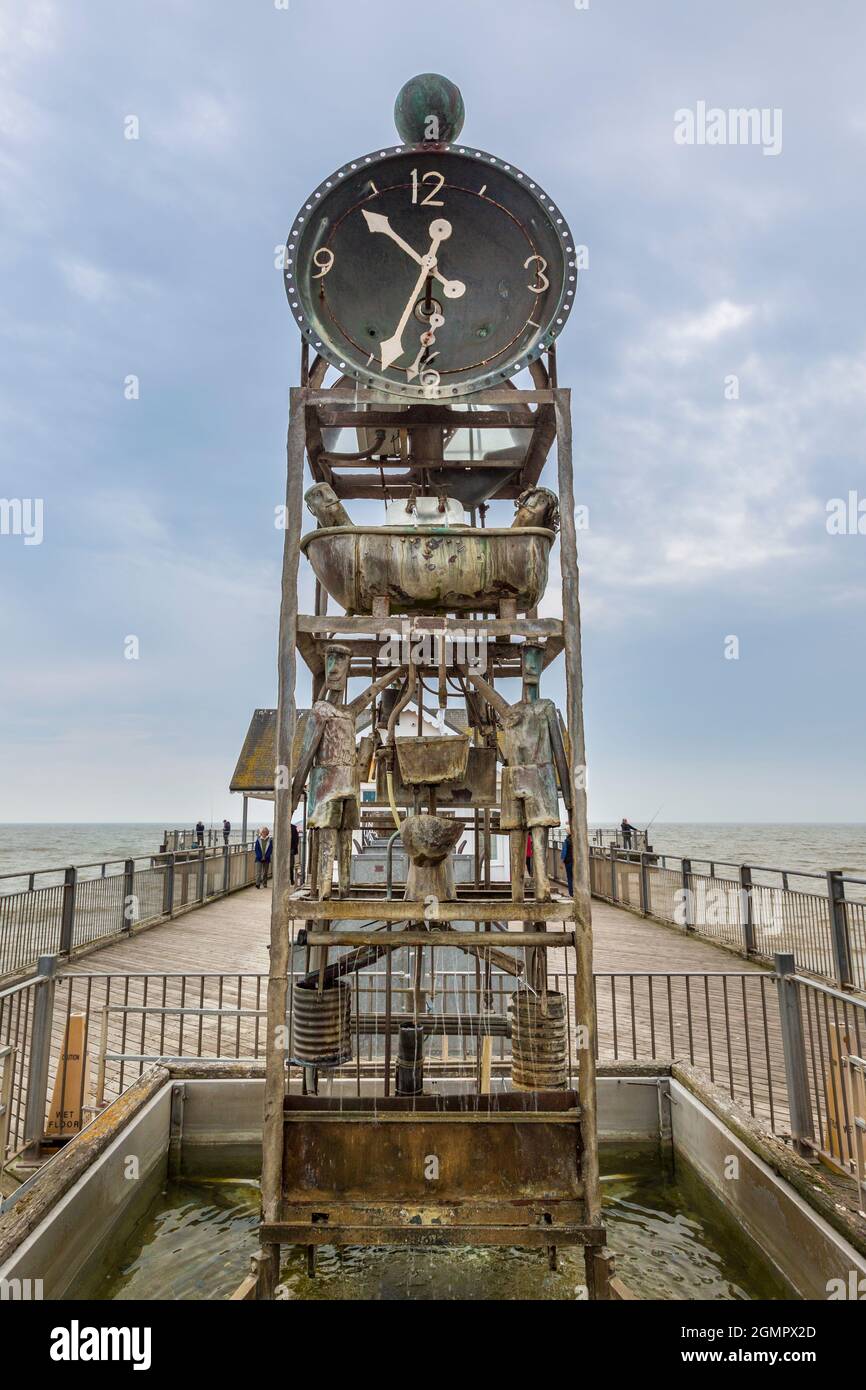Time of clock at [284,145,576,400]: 10:33
